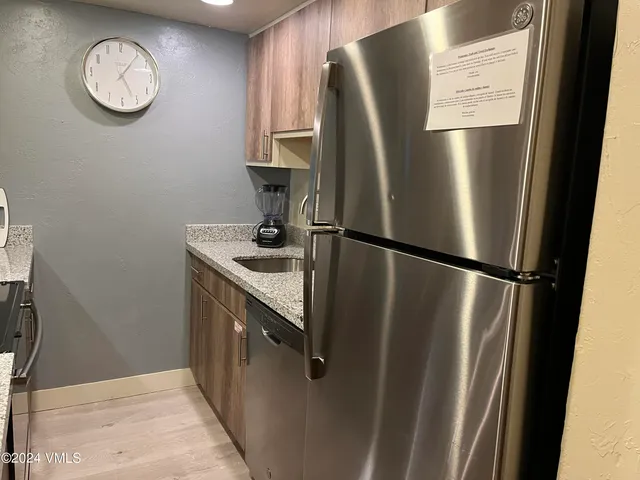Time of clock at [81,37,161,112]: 5:06
